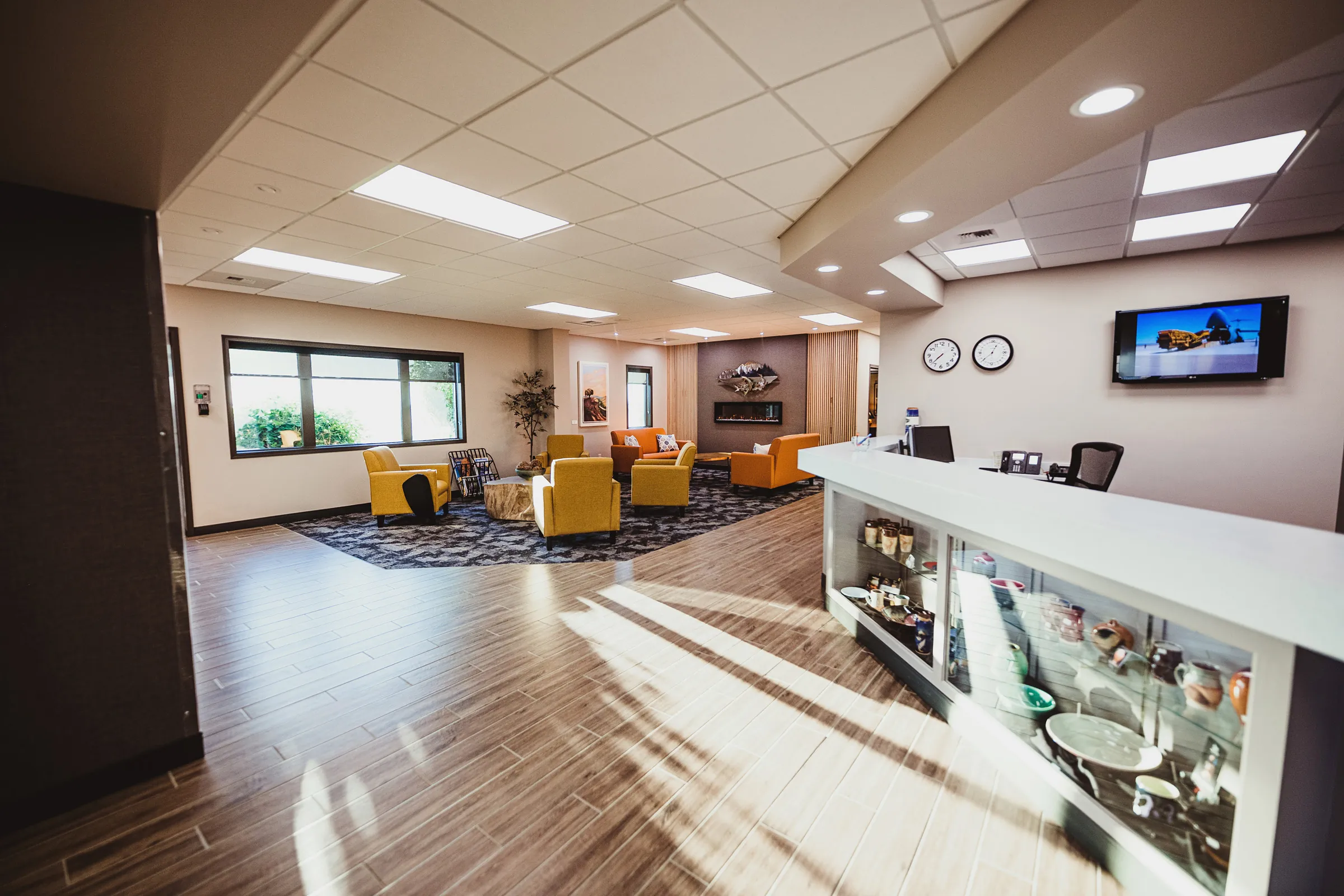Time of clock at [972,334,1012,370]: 12:37
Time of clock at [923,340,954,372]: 7:37
